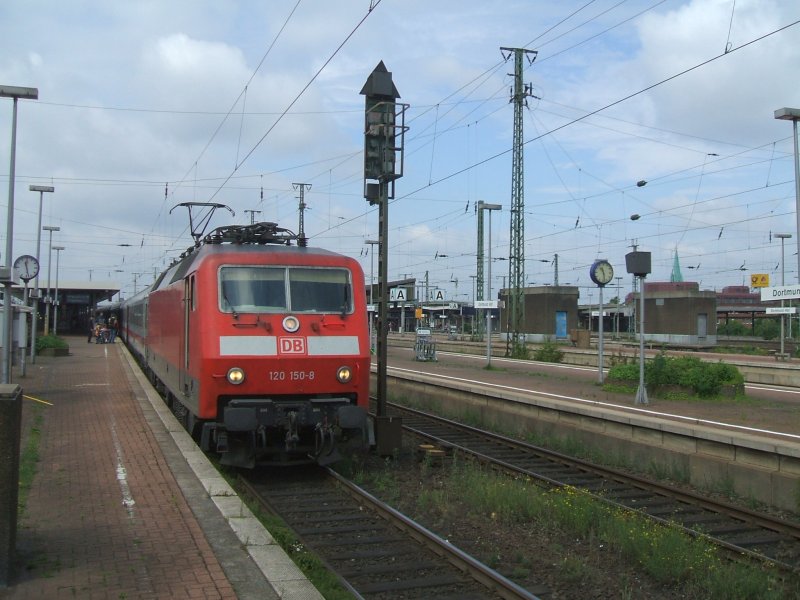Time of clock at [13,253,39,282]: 11:27
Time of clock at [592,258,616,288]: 11:28
